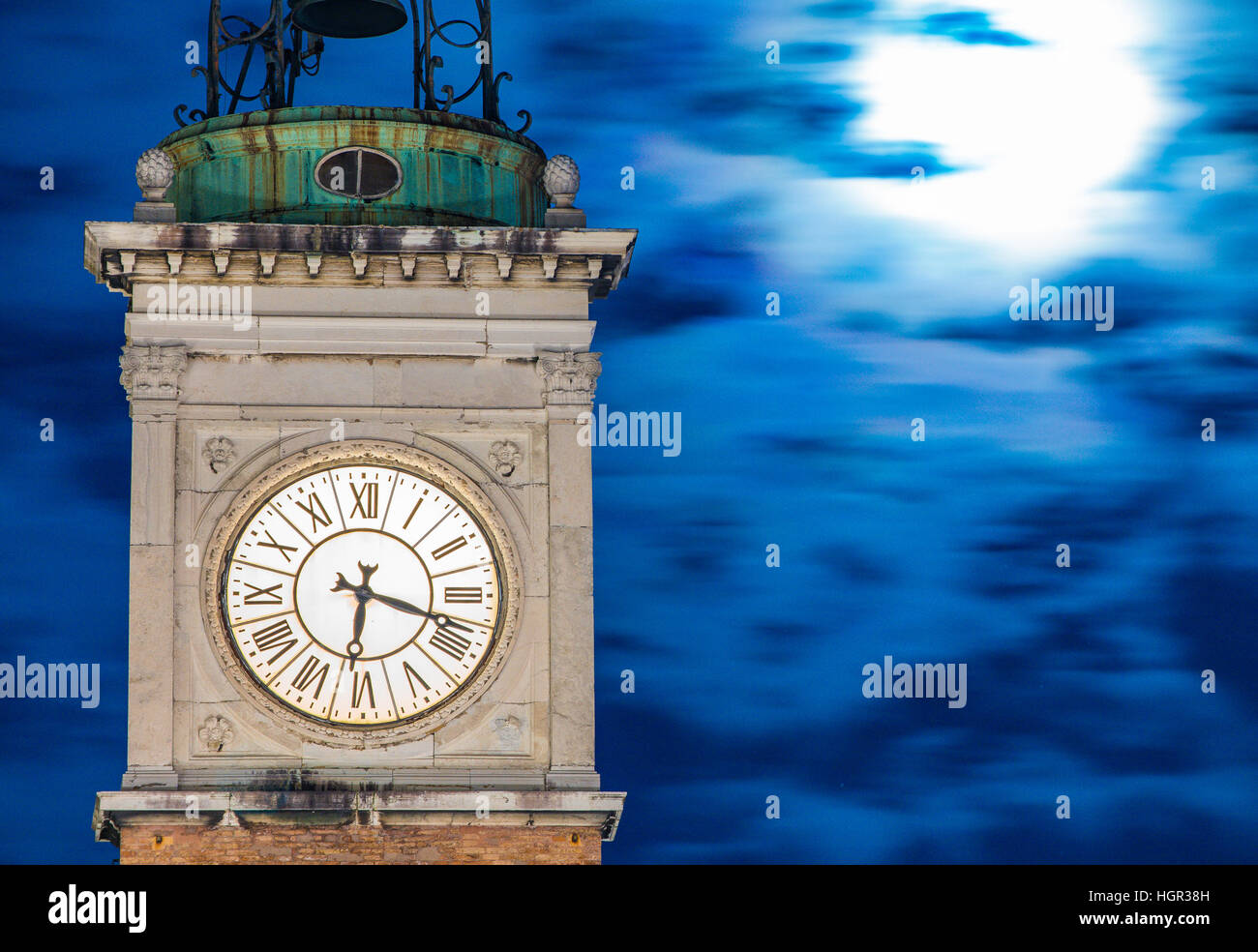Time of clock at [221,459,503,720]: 6:18
